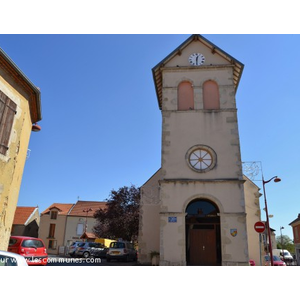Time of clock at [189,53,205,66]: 12:30
